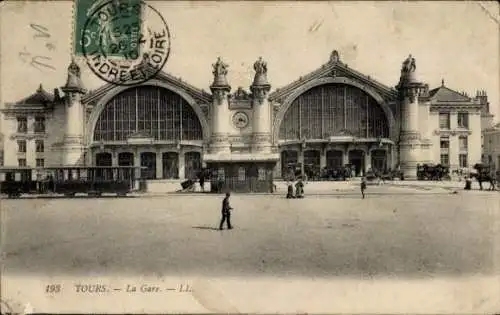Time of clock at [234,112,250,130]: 3:37
